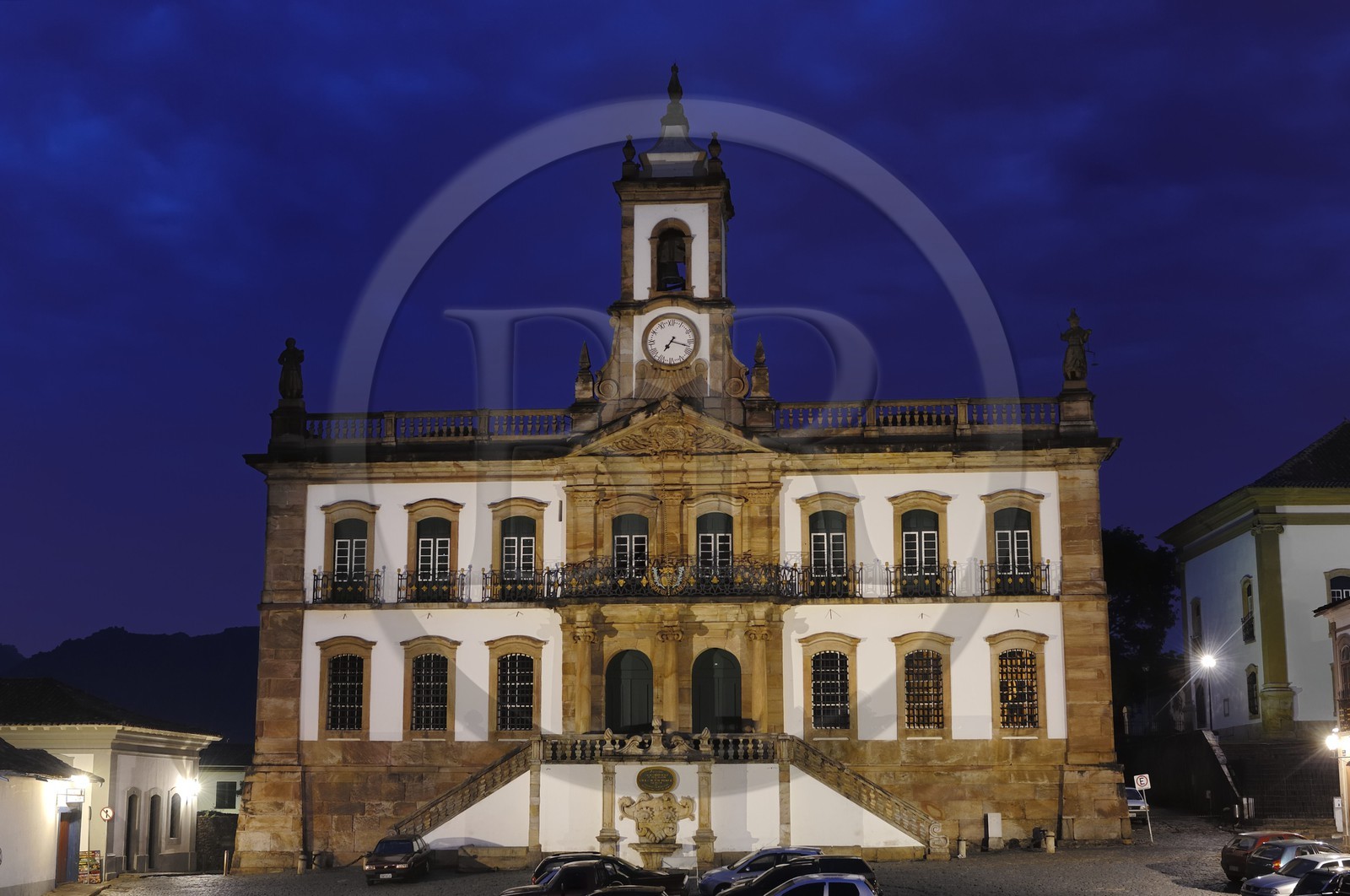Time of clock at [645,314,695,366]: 7:17
